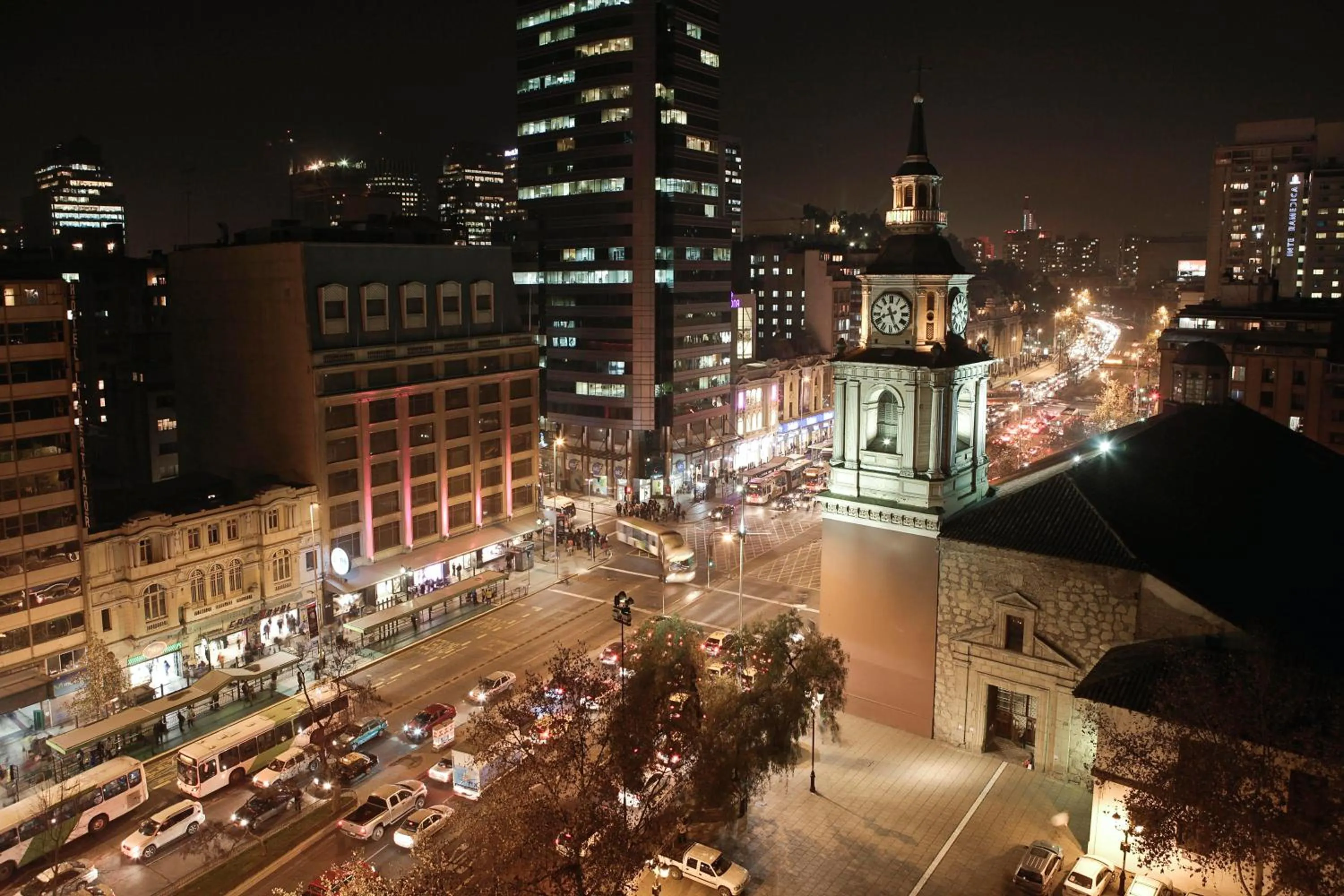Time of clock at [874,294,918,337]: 8:26
